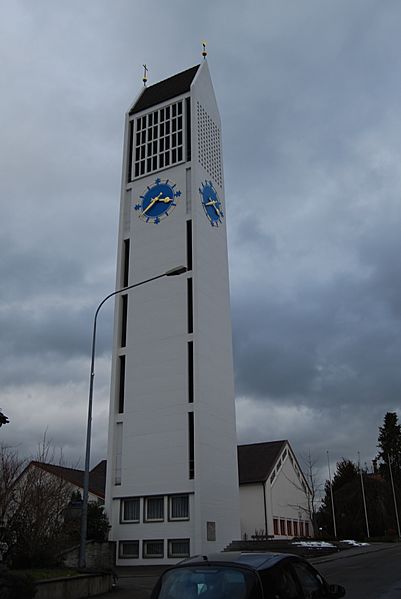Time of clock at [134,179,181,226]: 3:39
